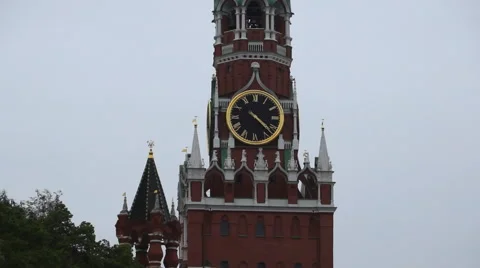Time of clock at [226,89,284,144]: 4:22
